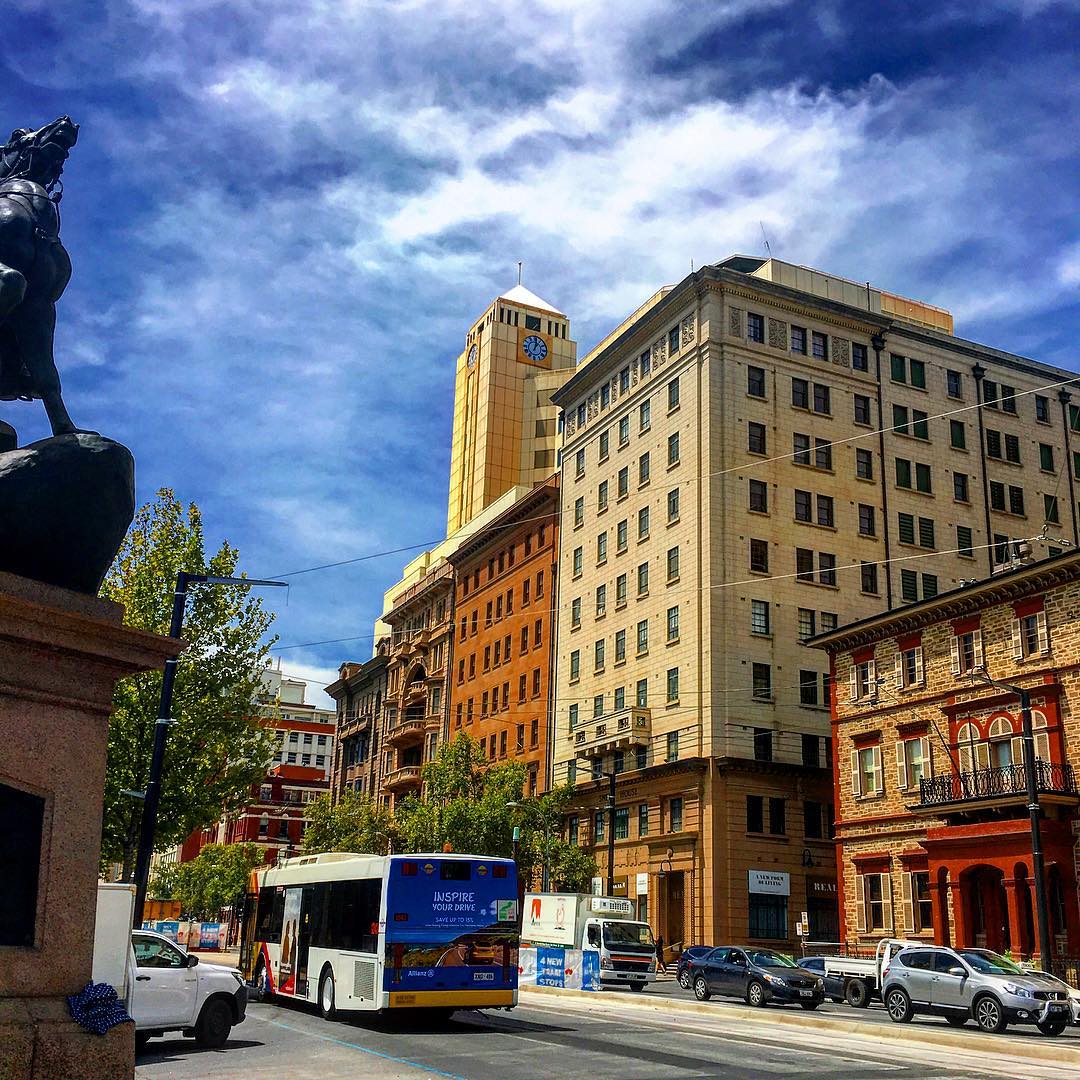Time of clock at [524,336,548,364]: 1:02
